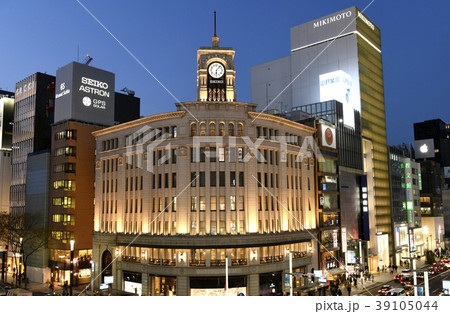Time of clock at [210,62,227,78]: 6:06
